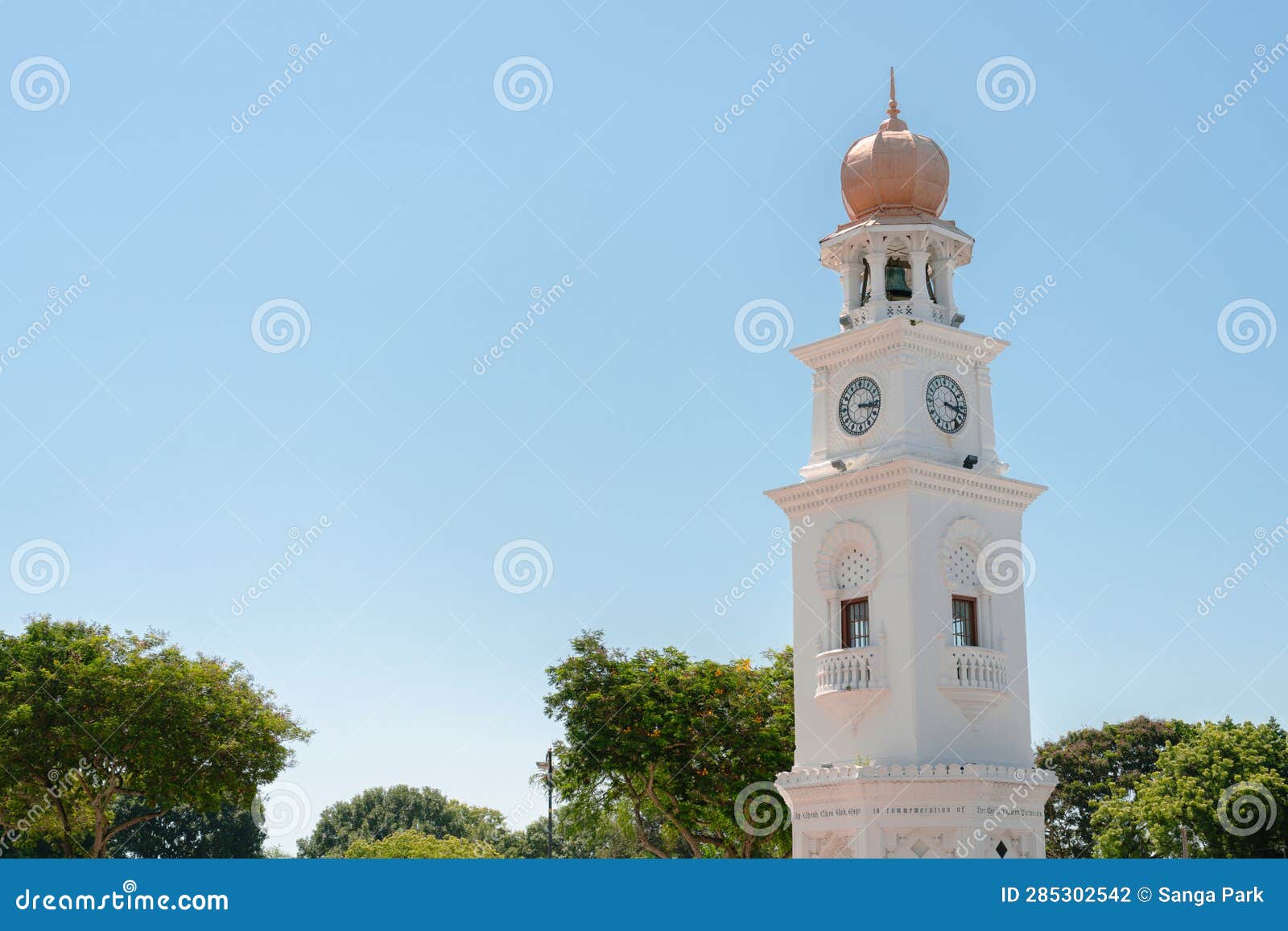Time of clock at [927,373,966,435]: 3:17
